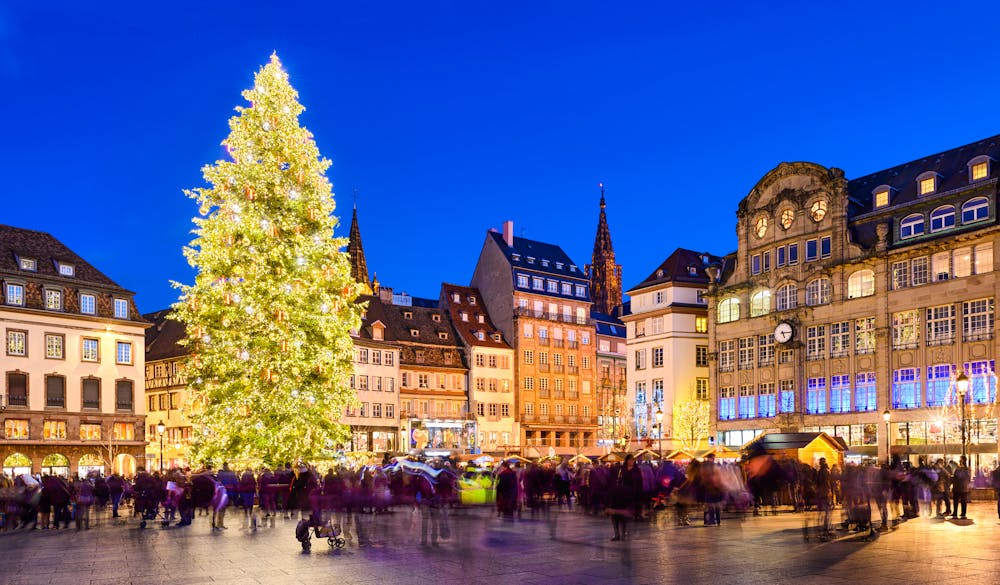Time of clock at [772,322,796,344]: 5:15
